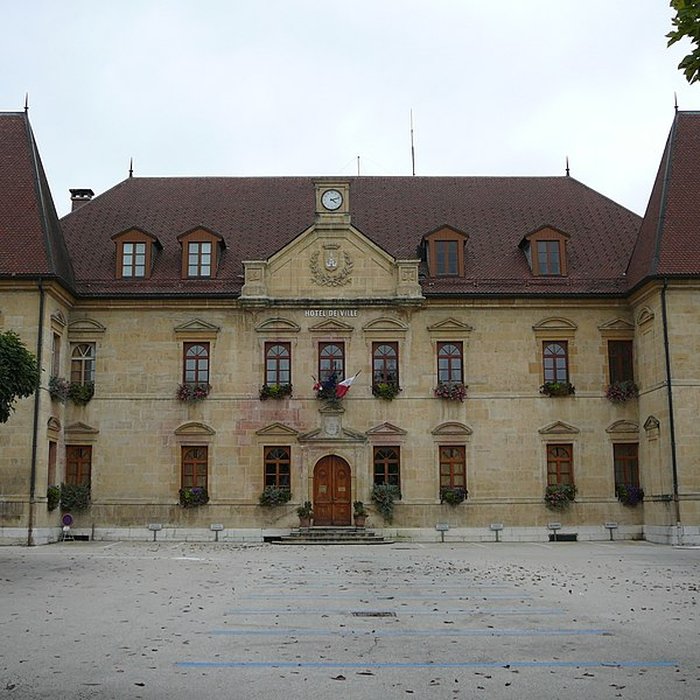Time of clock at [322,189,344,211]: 4:12
